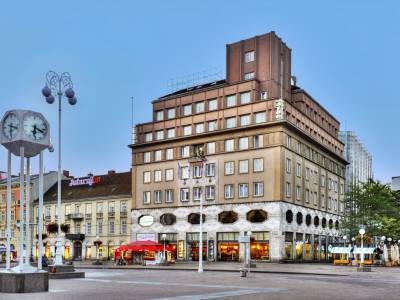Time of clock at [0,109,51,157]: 6:18
